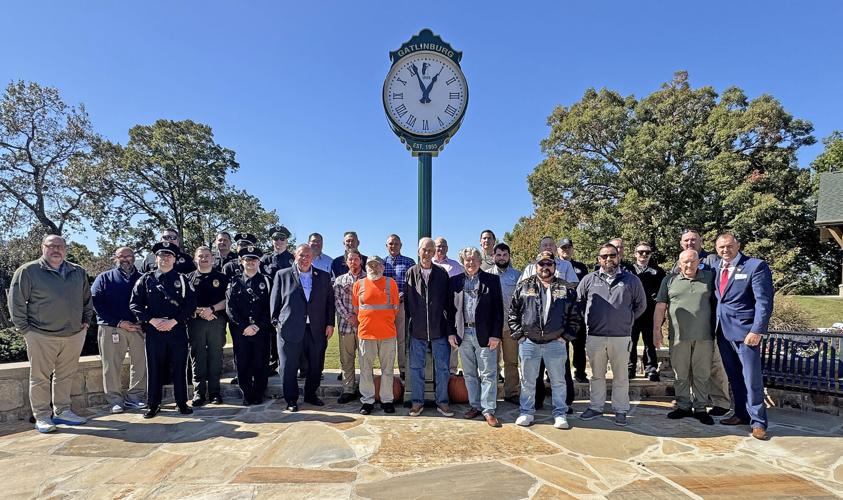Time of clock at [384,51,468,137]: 12:56
